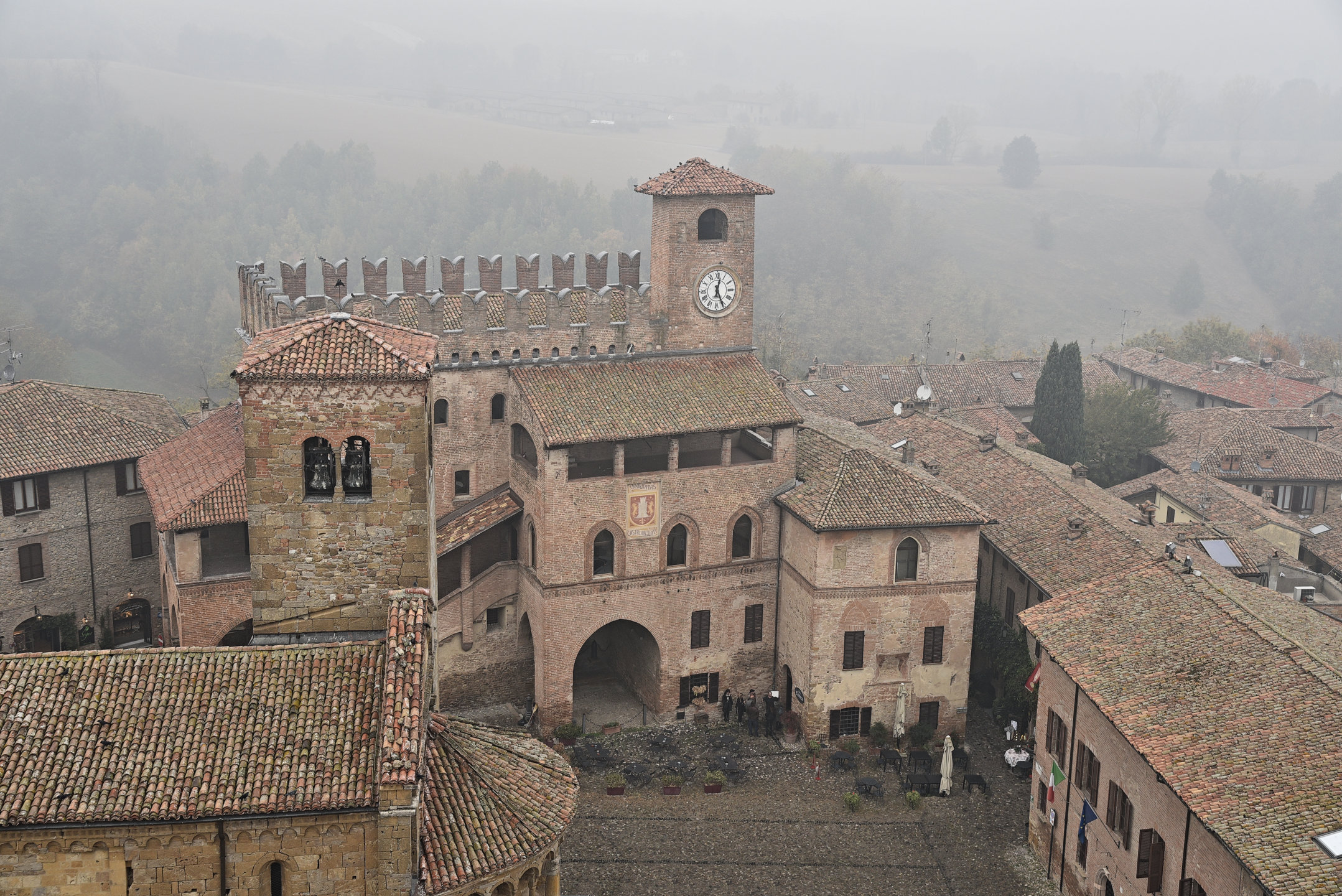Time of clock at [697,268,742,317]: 12:25
